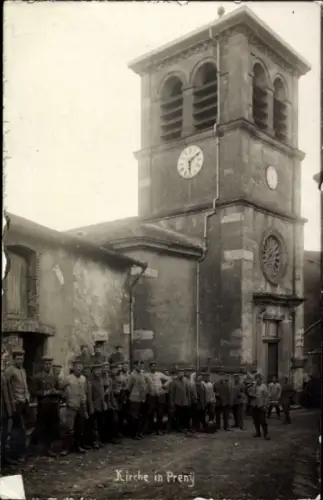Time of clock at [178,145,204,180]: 6:08
